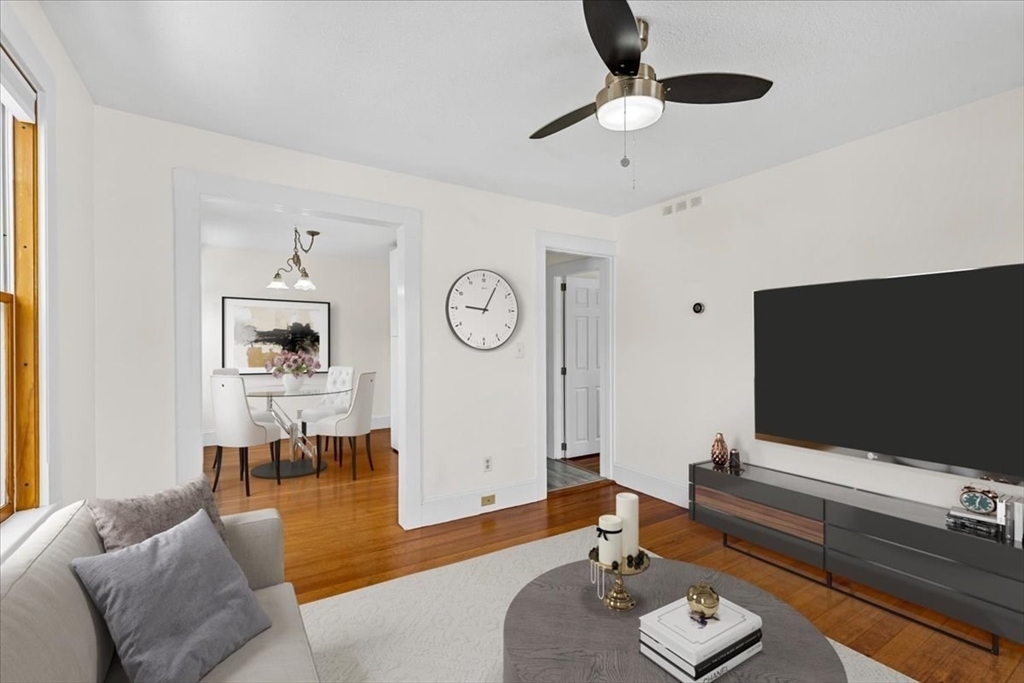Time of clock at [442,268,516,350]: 9:05
